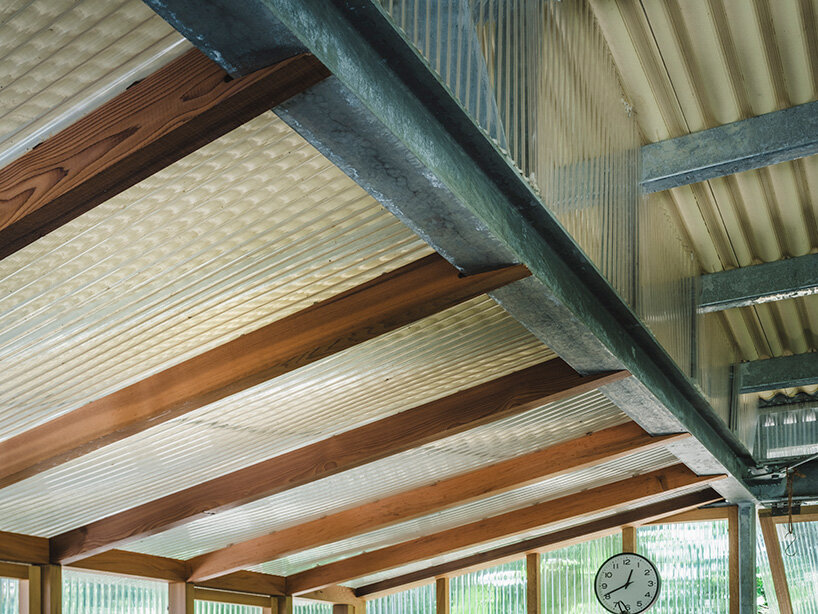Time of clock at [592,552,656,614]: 12:41
